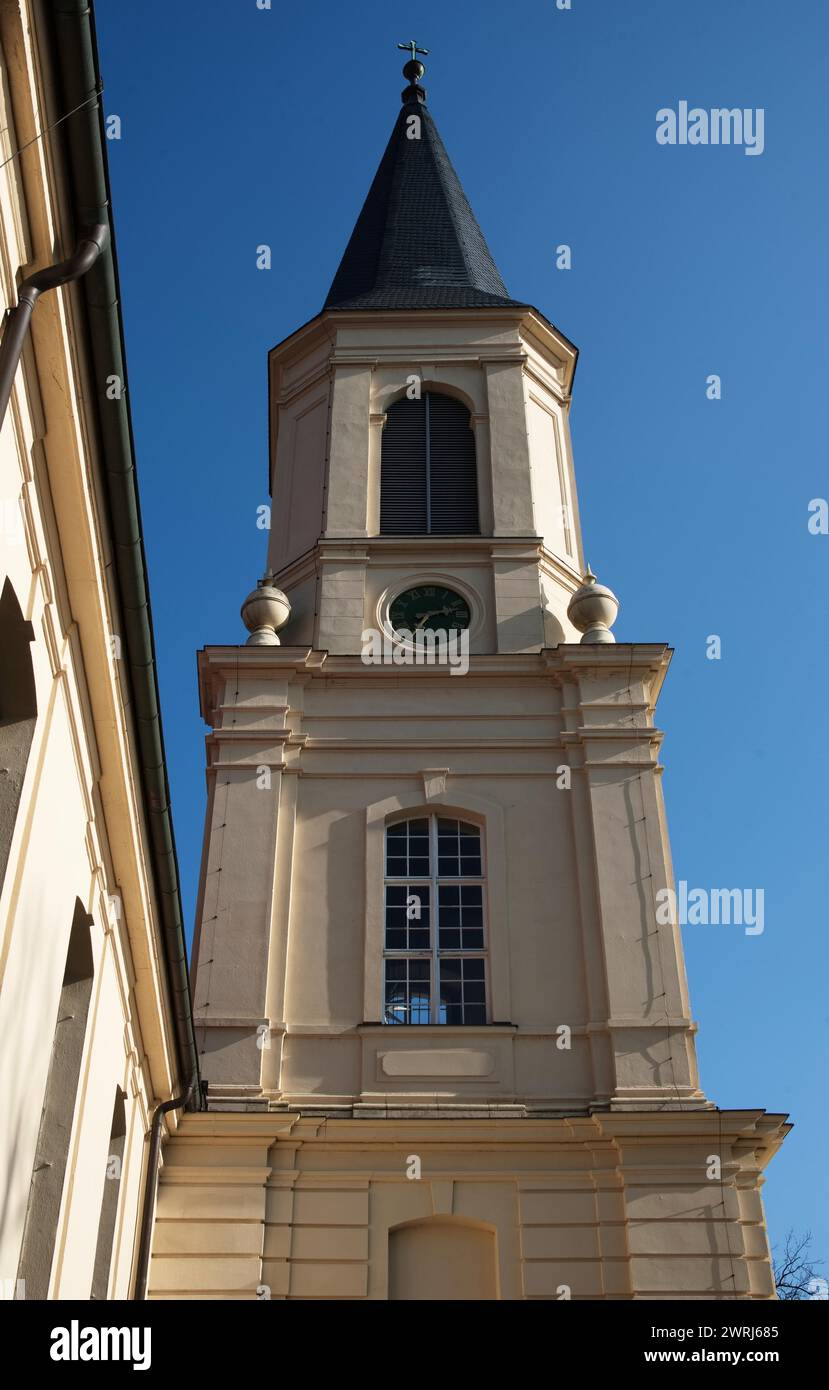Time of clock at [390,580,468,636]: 7:12
